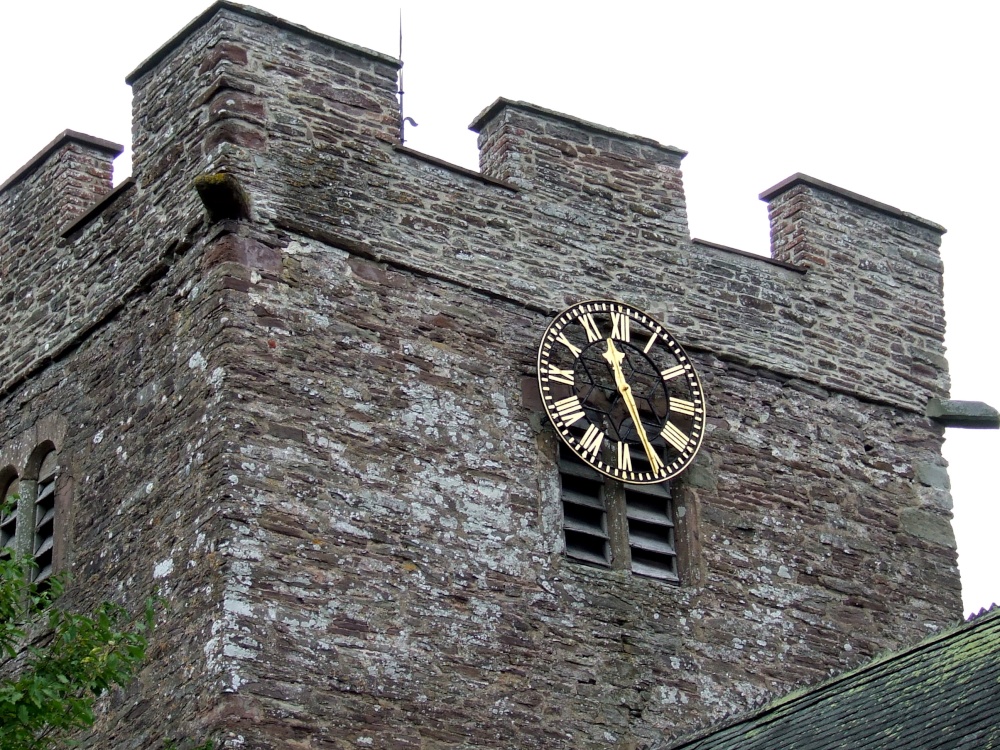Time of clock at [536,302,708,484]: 11:25
